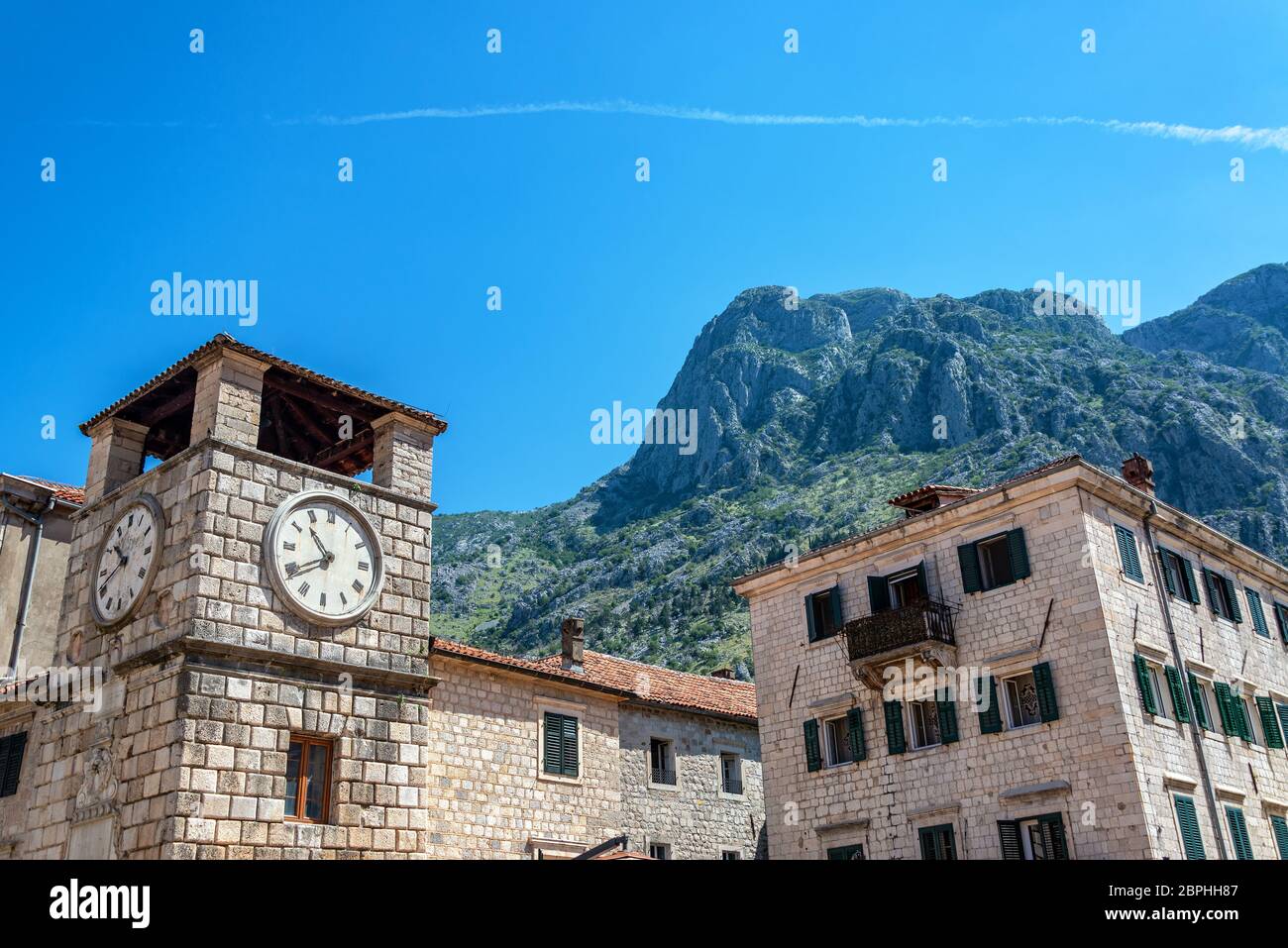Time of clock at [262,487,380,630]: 10:39
